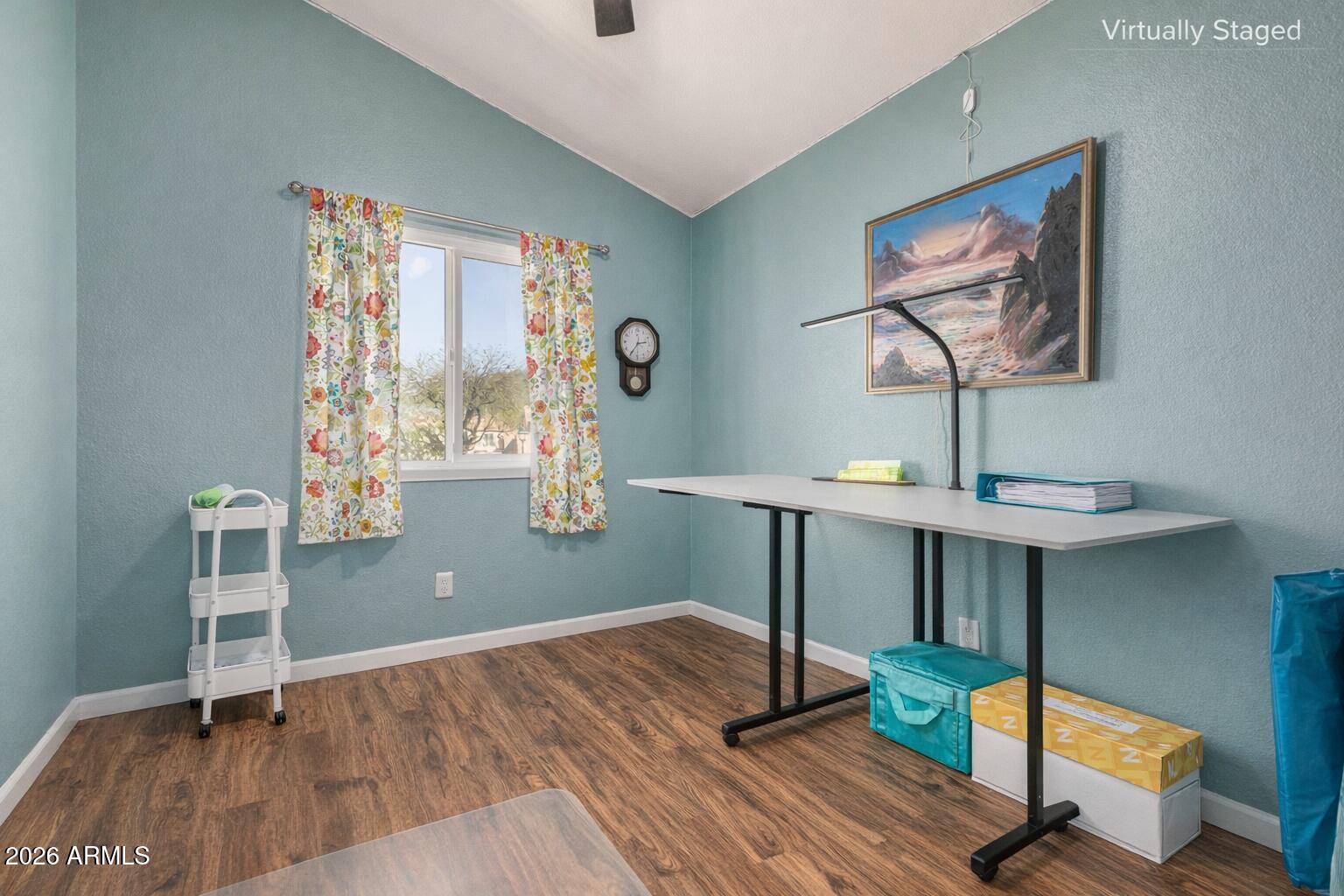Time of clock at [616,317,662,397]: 2:35
